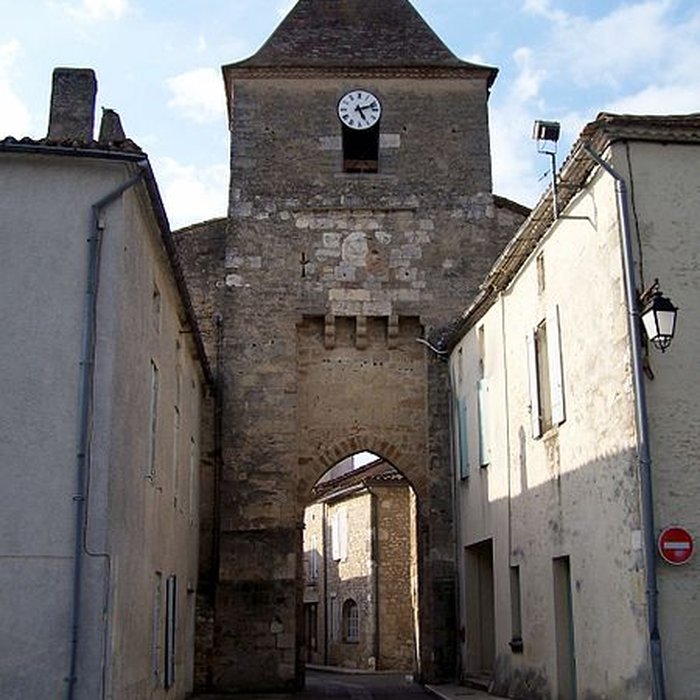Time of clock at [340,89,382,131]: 5:12
